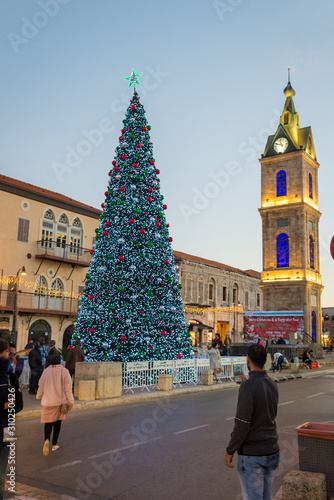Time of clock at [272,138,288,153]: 10:47
